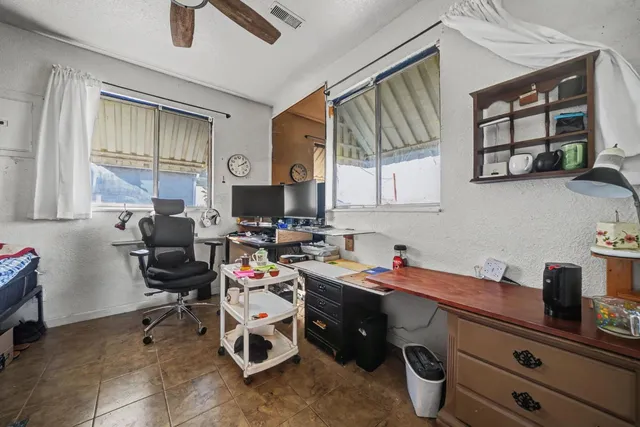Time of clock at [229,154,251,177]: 2:09
